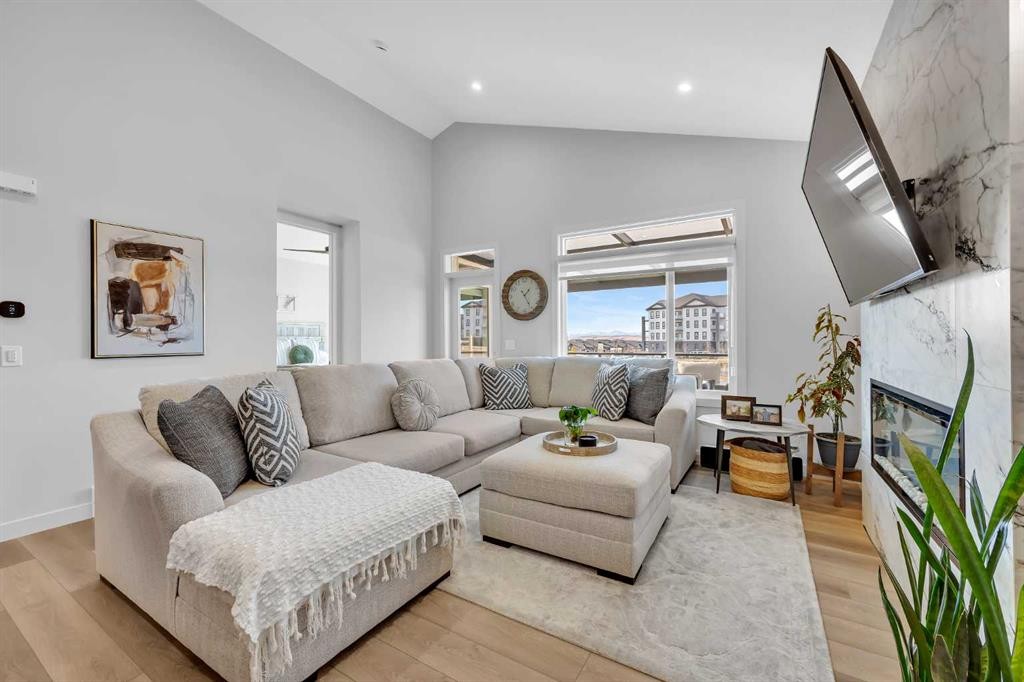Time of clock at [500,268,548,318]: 1:24
